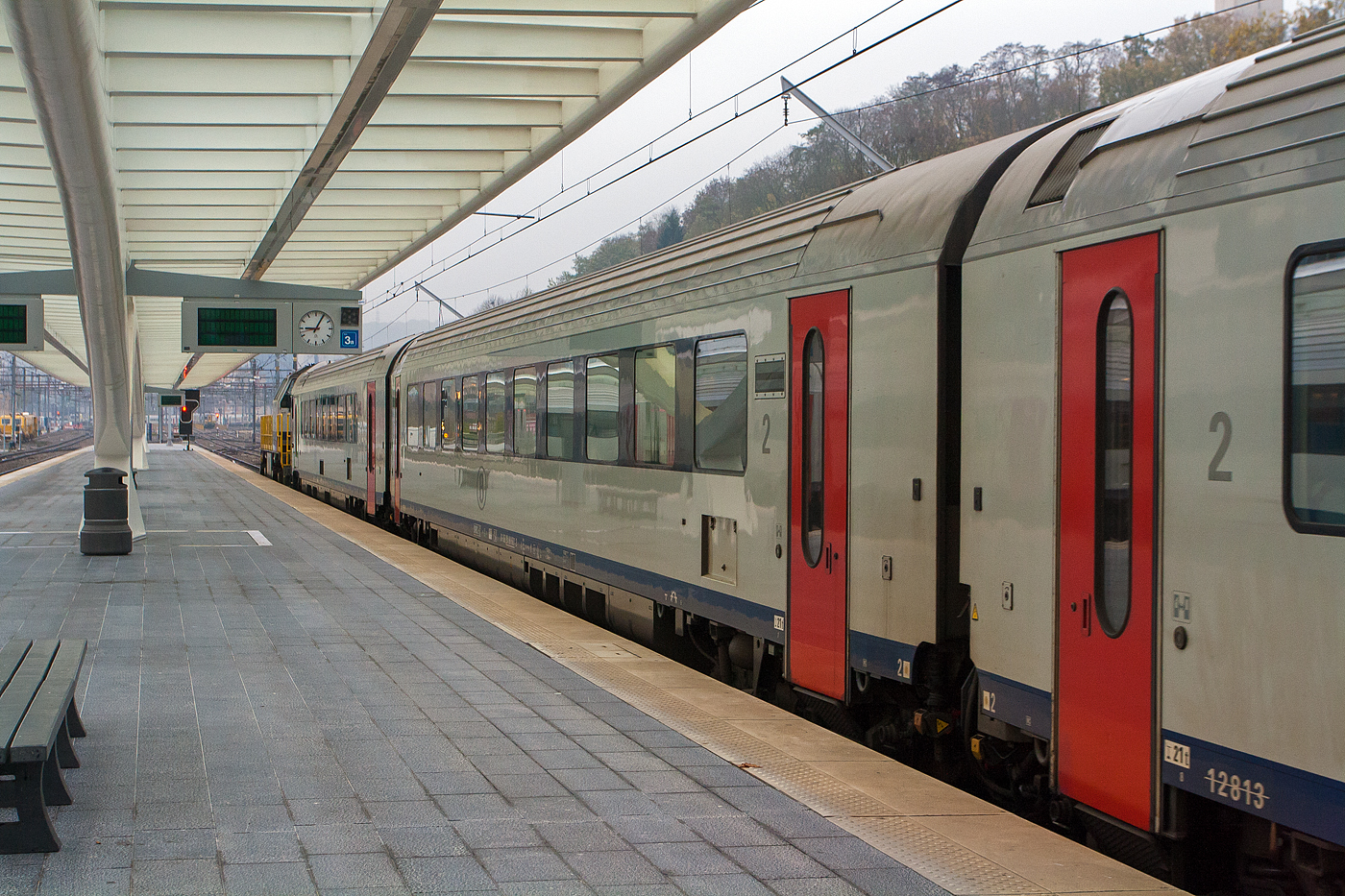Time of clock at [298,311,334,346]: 9:04
